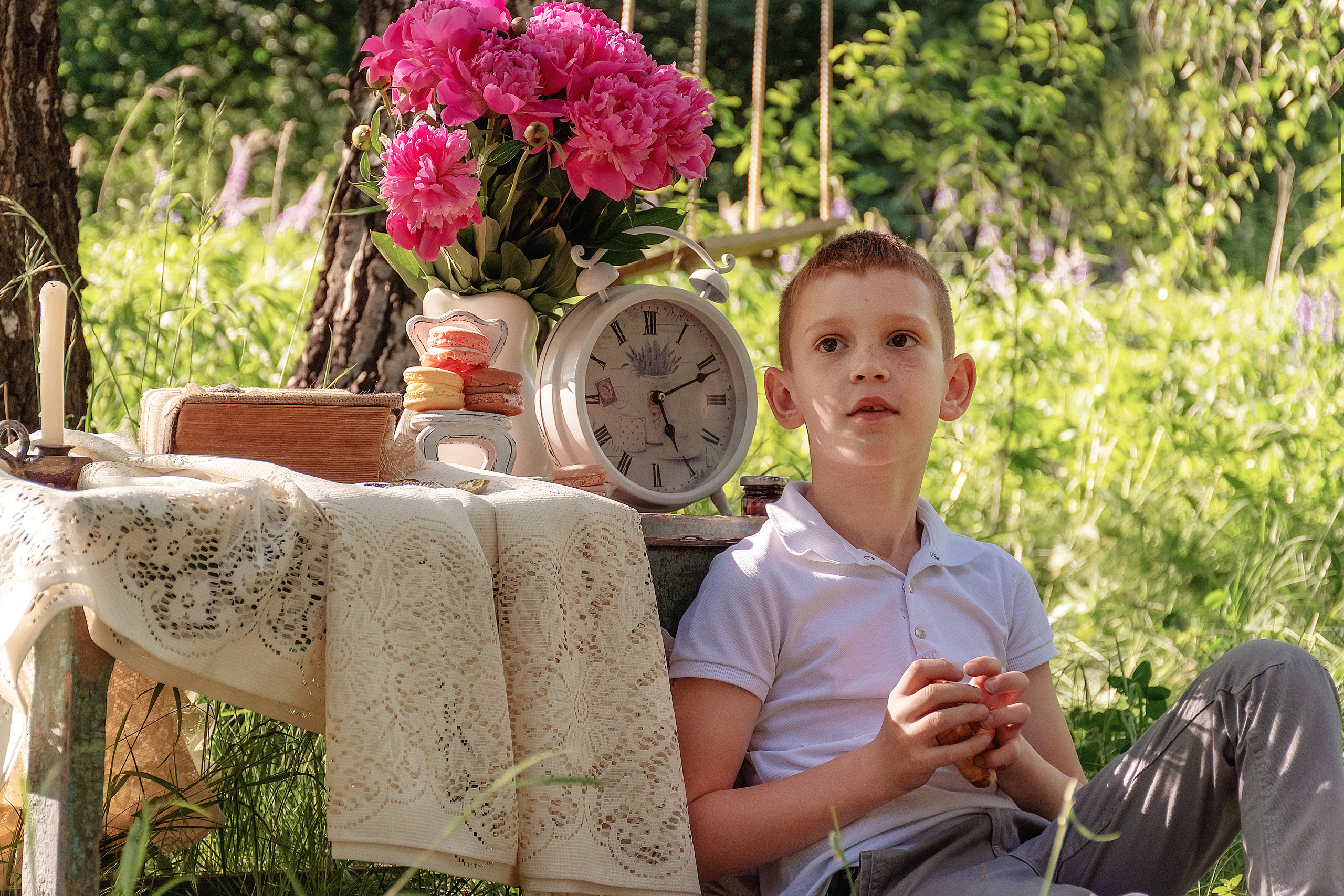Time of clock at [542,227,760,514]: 5:11
